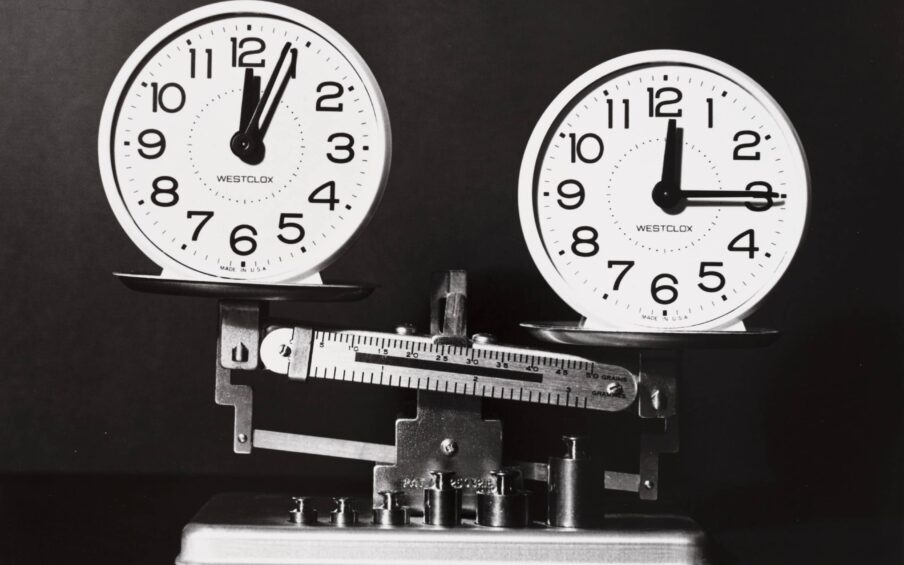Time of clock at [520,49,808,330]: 12:14
